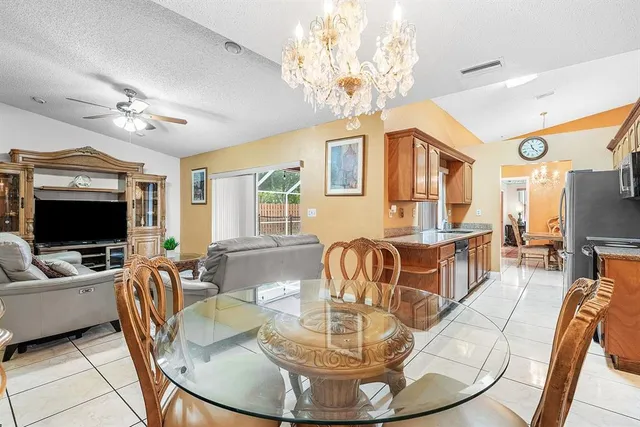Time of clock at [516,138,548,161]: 11:22
